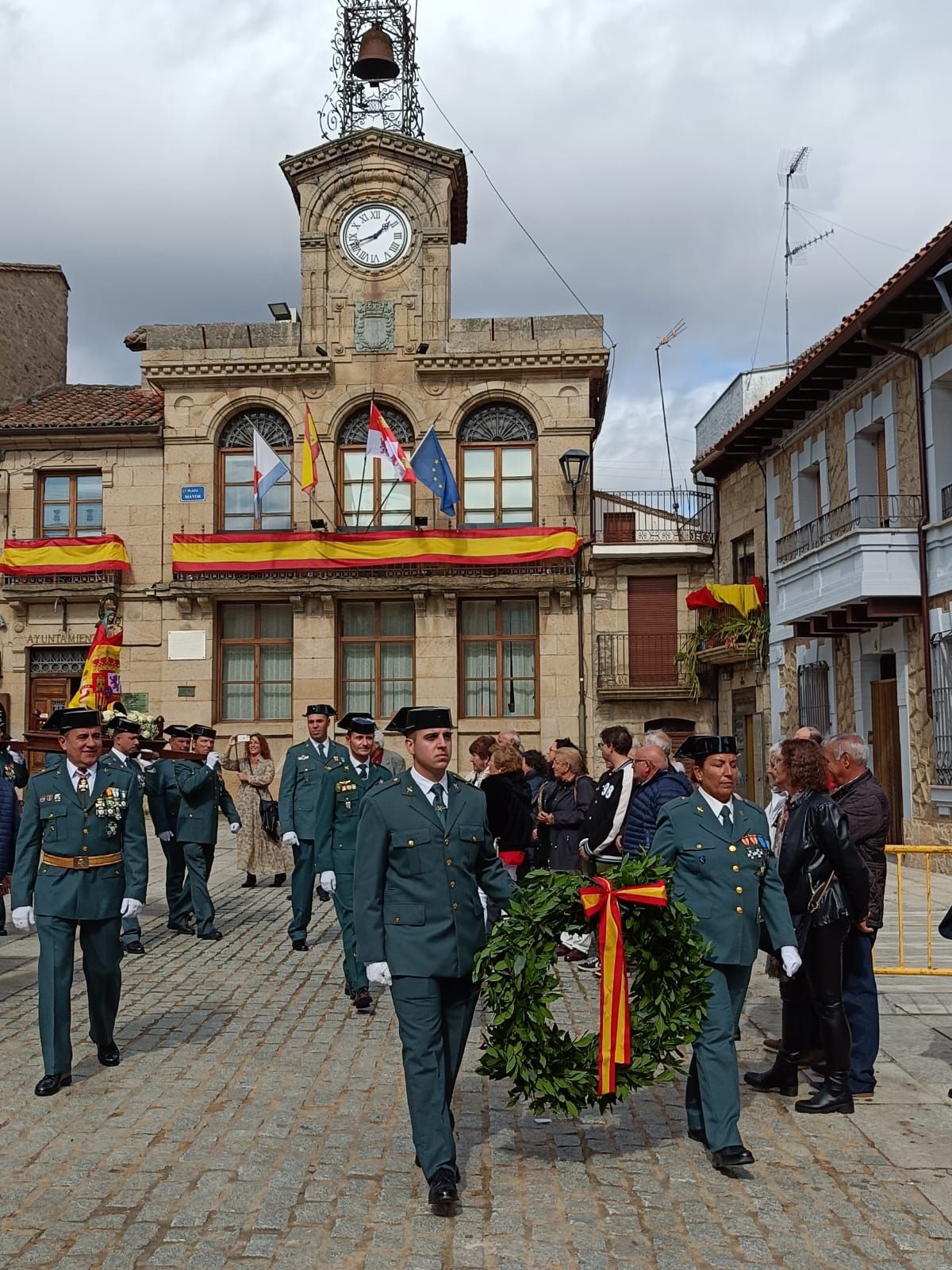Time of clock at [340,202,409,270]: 1:41
